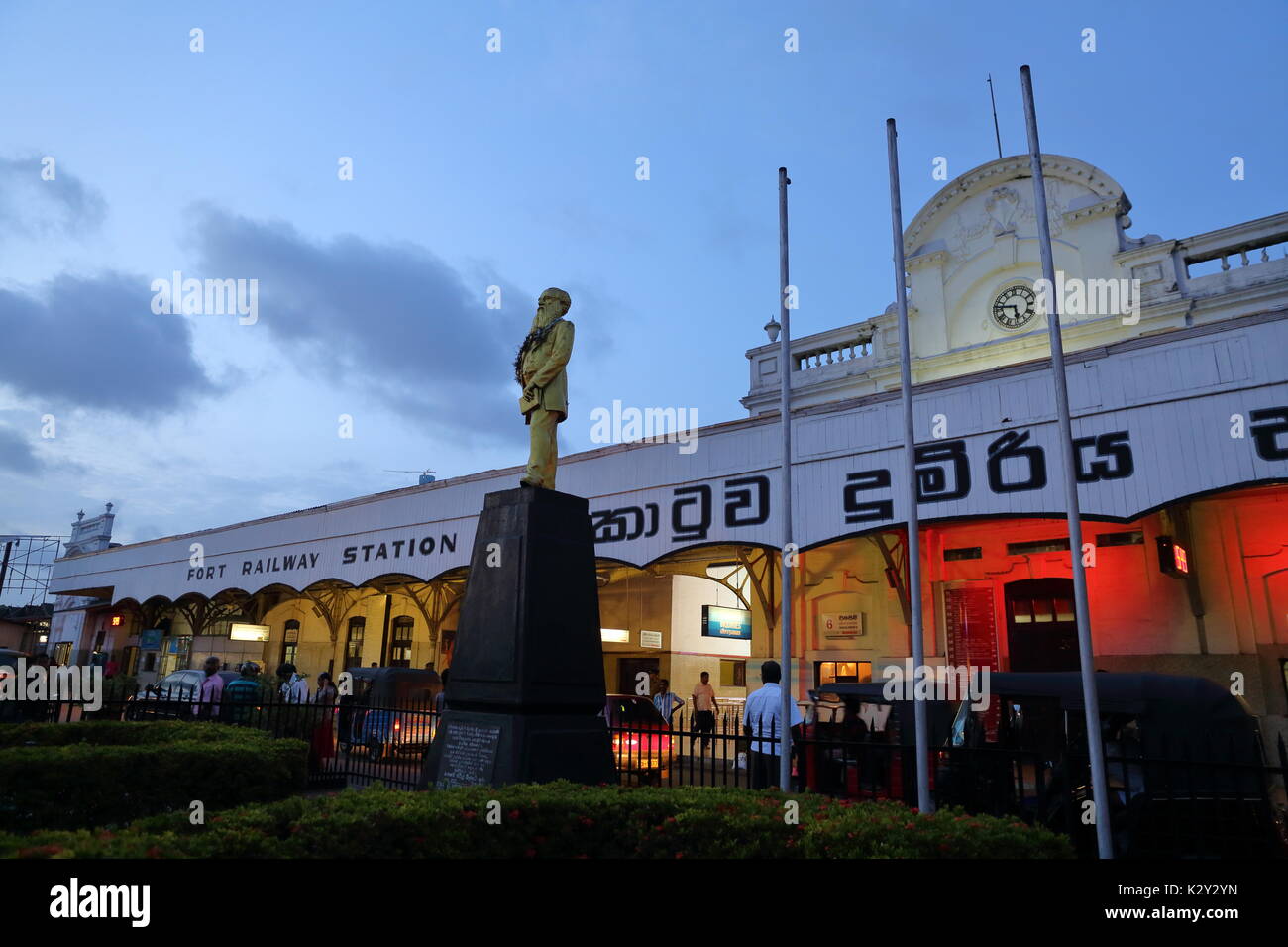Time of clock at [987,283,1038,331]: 5:46
